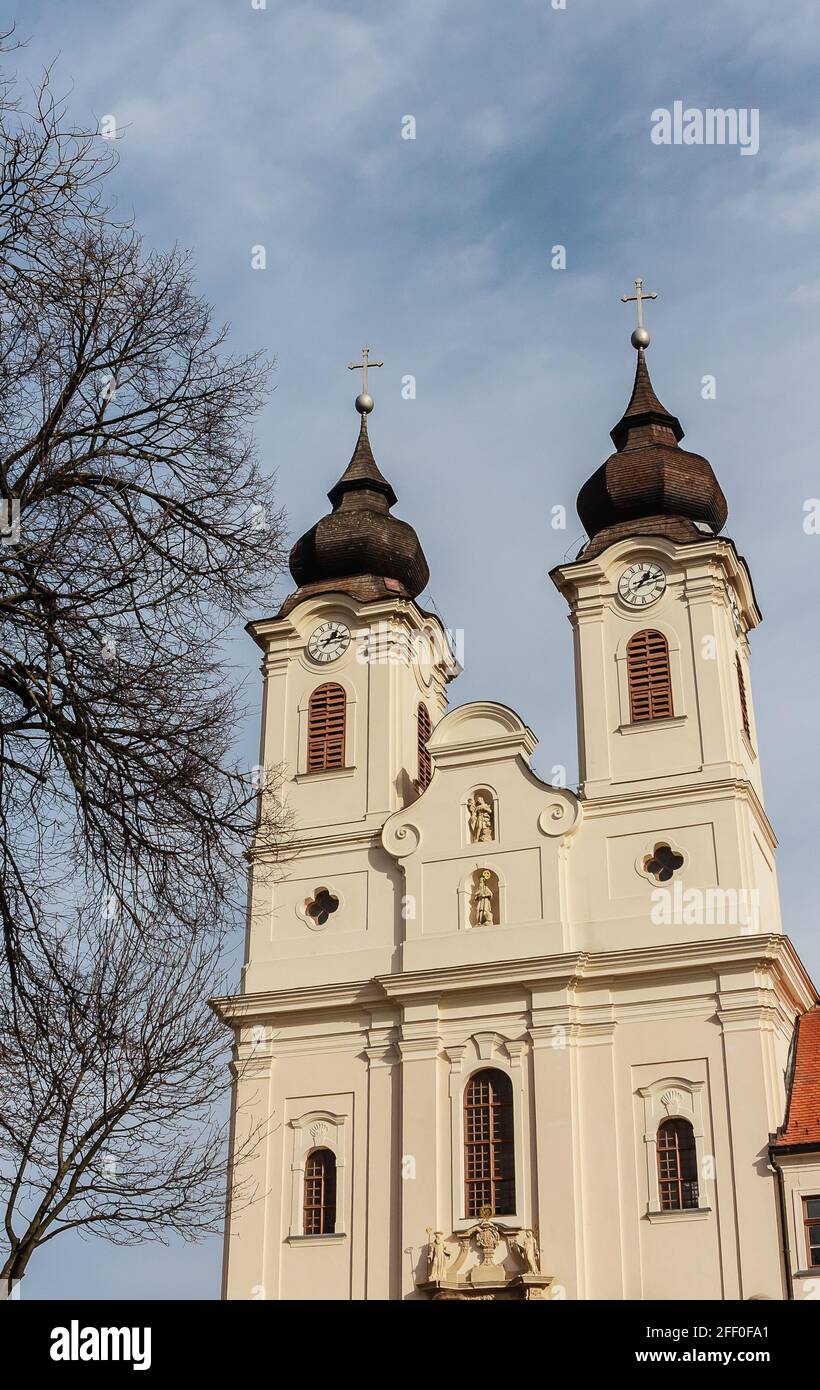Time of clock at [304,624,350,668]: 1:13
